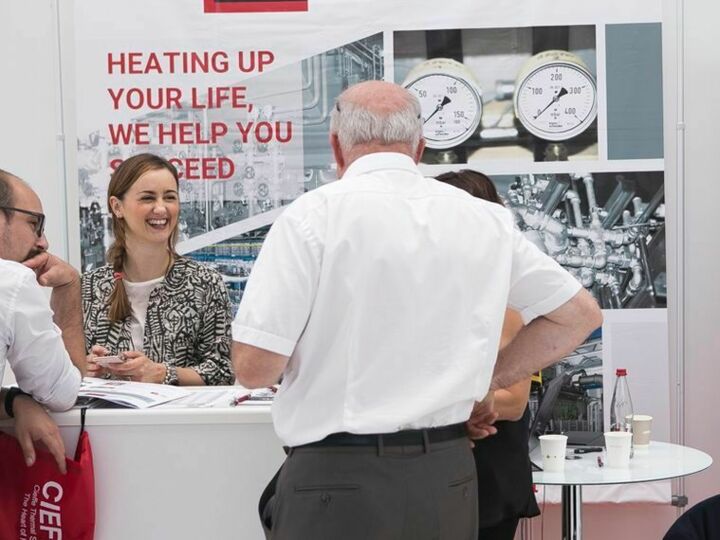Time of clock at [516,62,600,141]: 1:37
